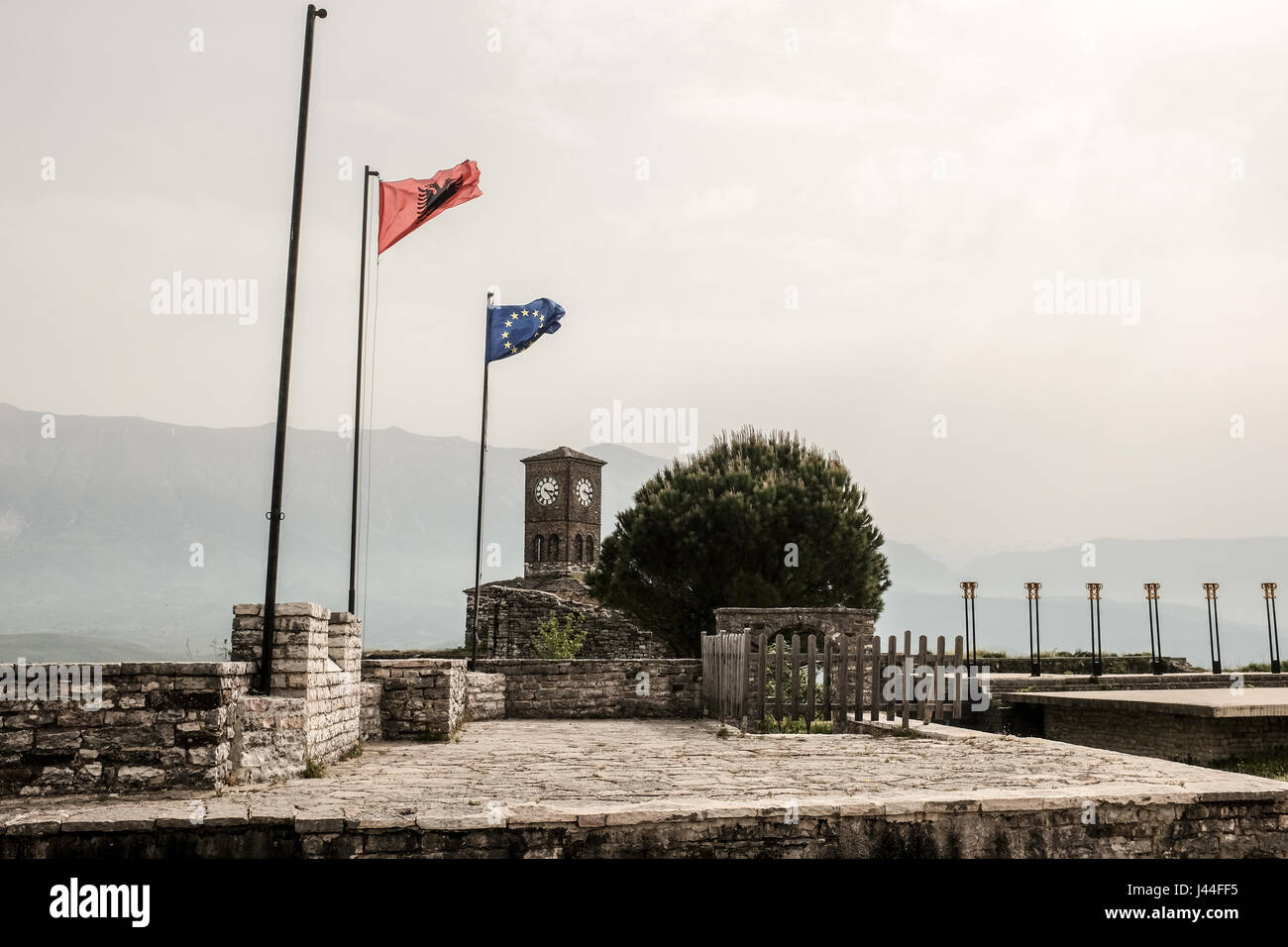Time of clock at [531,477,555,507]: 3:23
